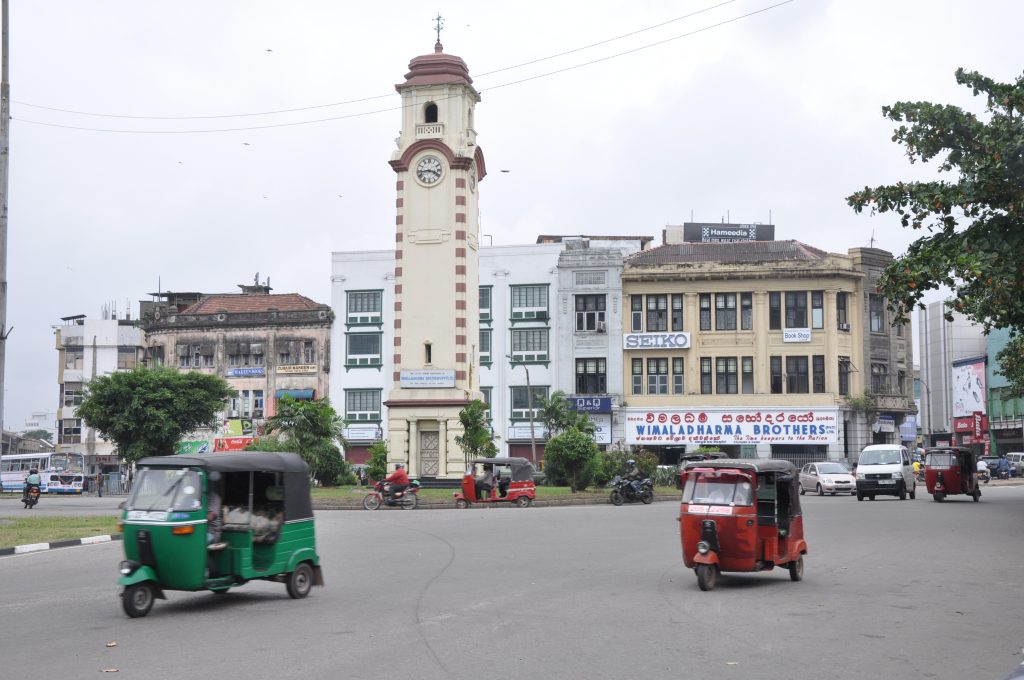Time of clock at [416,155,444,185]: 3:43
